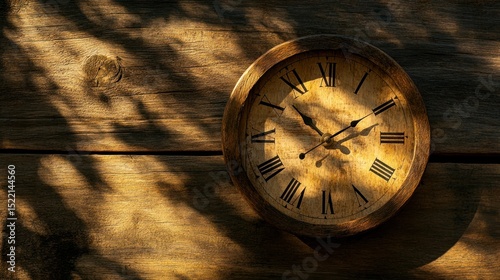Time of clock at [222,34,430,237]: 1:52
